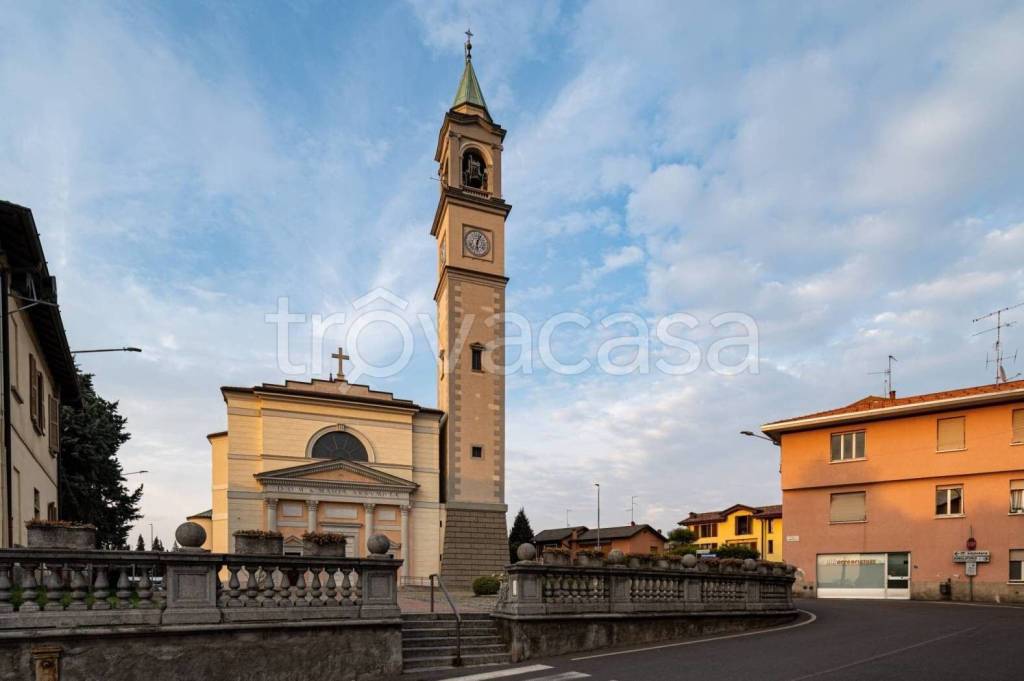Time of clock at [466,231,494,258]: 6:03
